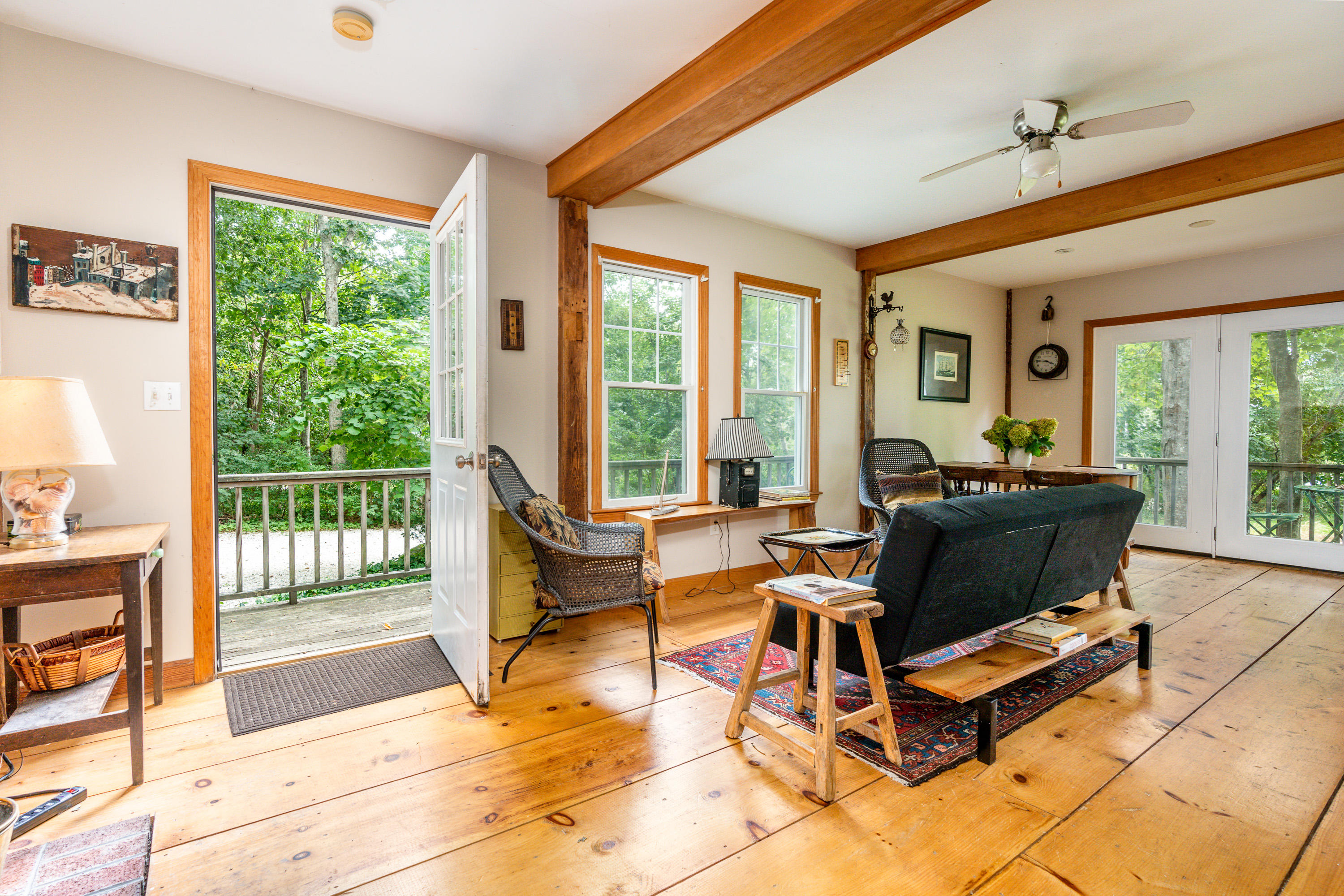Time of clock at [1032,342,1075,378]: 3:45
